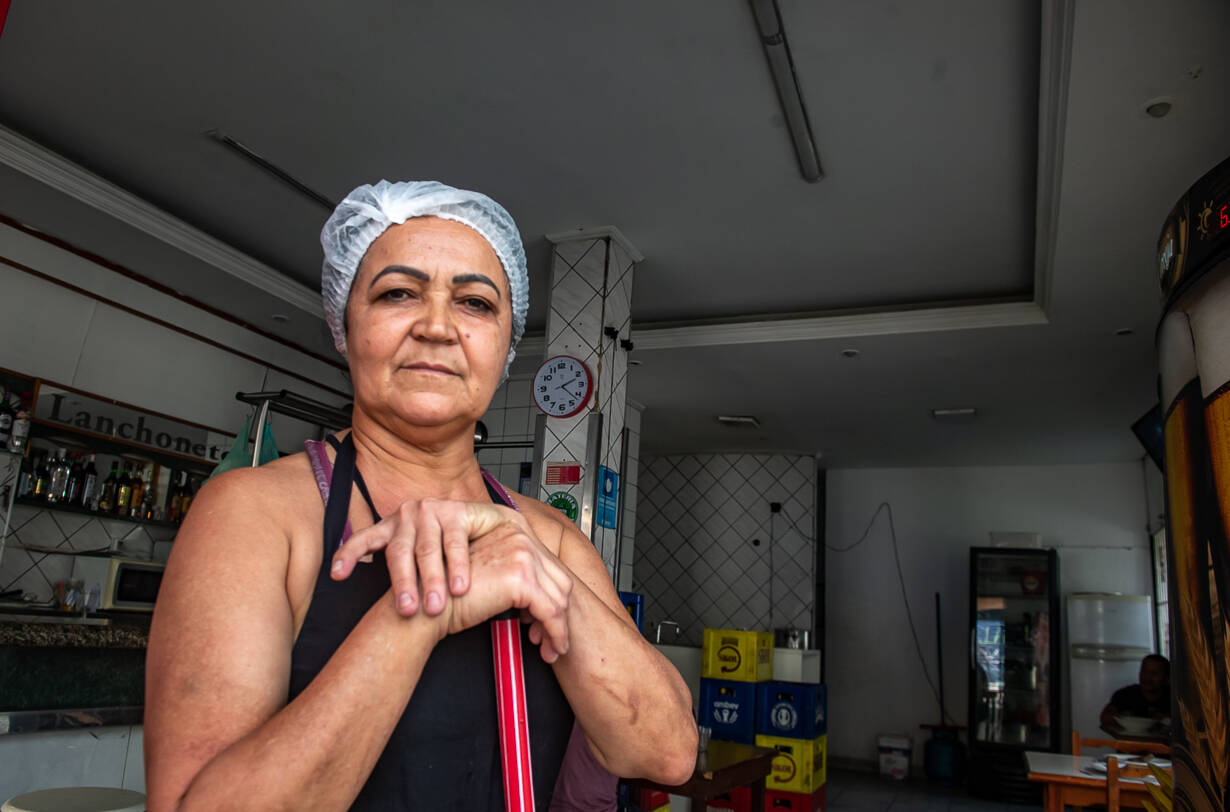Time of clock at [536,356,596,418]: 2:22
